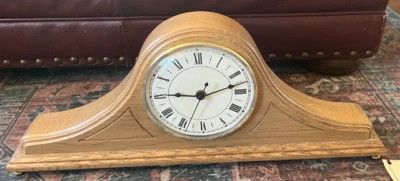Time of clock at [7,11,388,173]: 9:12
